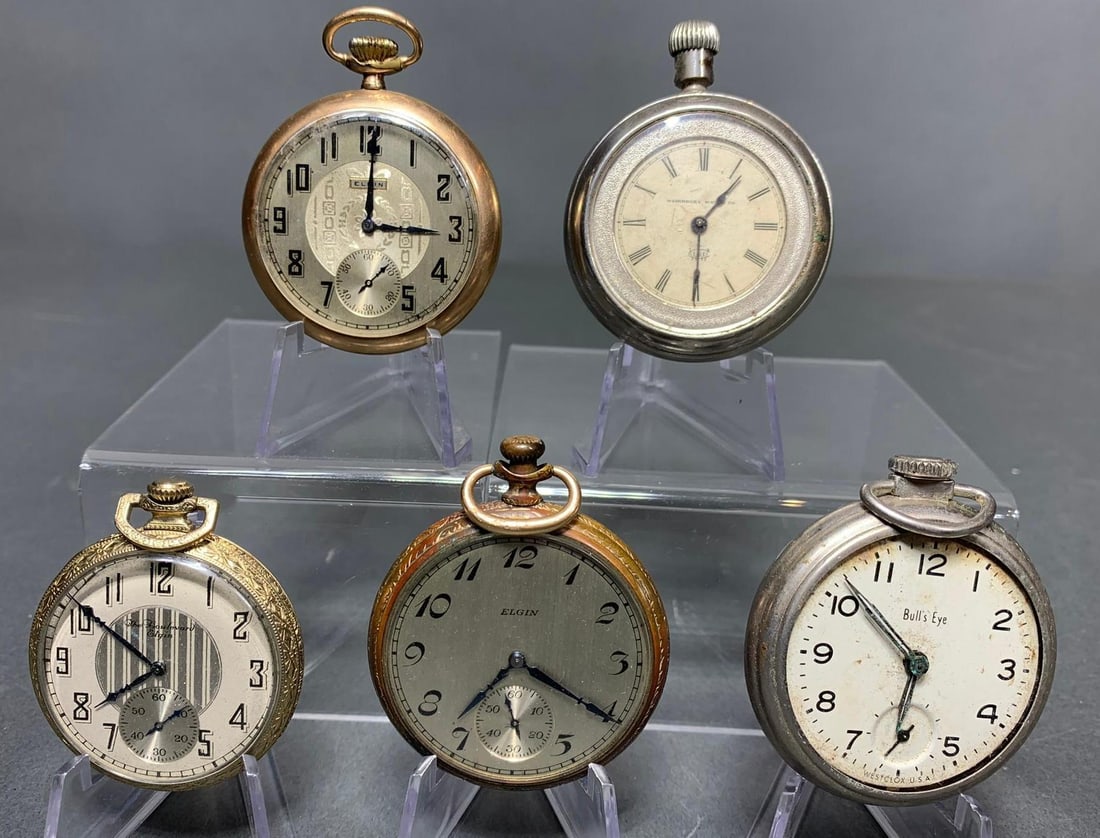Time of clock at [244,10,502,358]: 3:00
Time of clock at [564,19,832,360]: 1:29
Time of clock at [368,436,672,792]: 7:20
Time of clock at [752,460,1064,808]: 5:51
